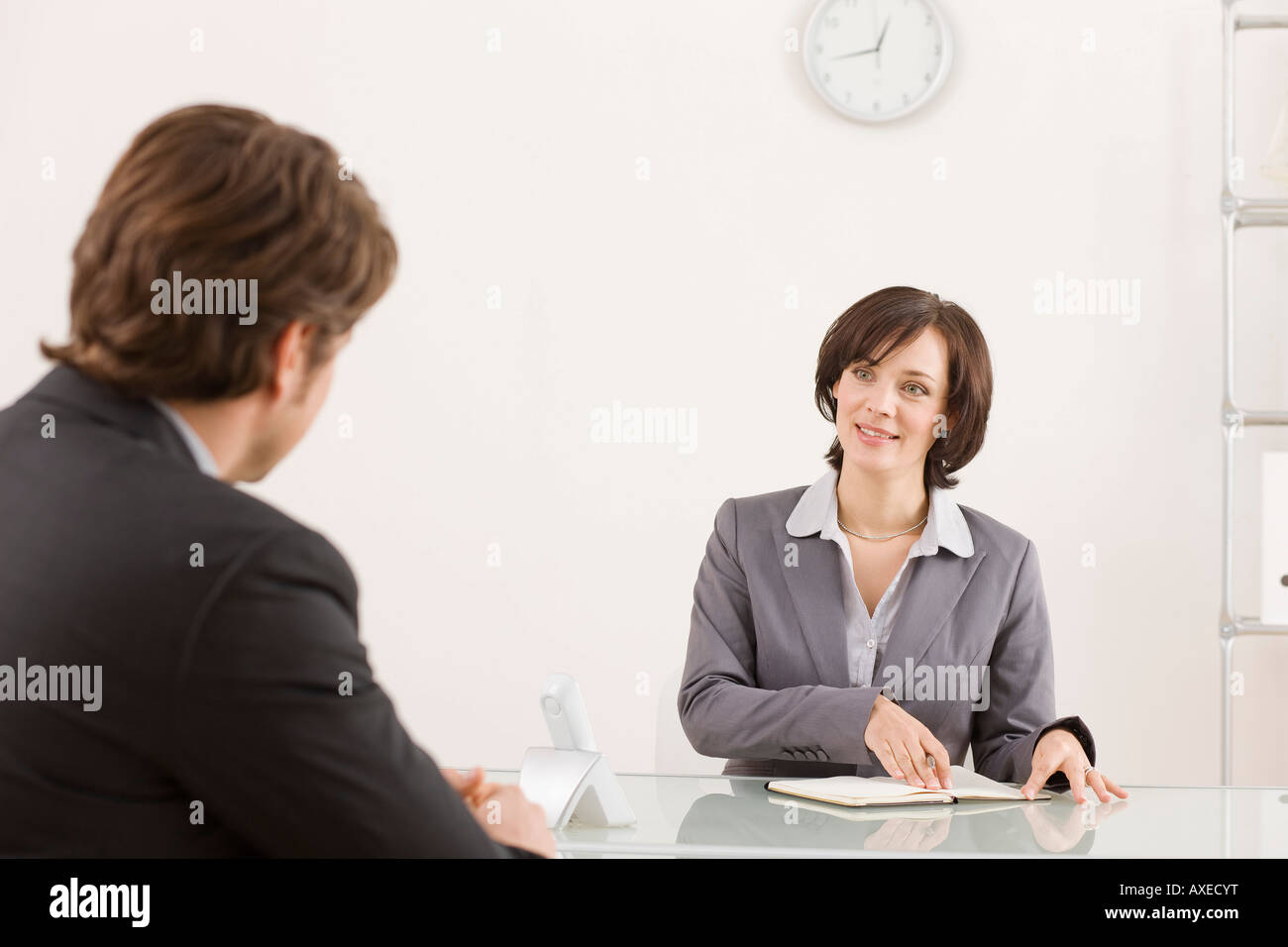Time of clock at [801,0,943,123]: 12:42
